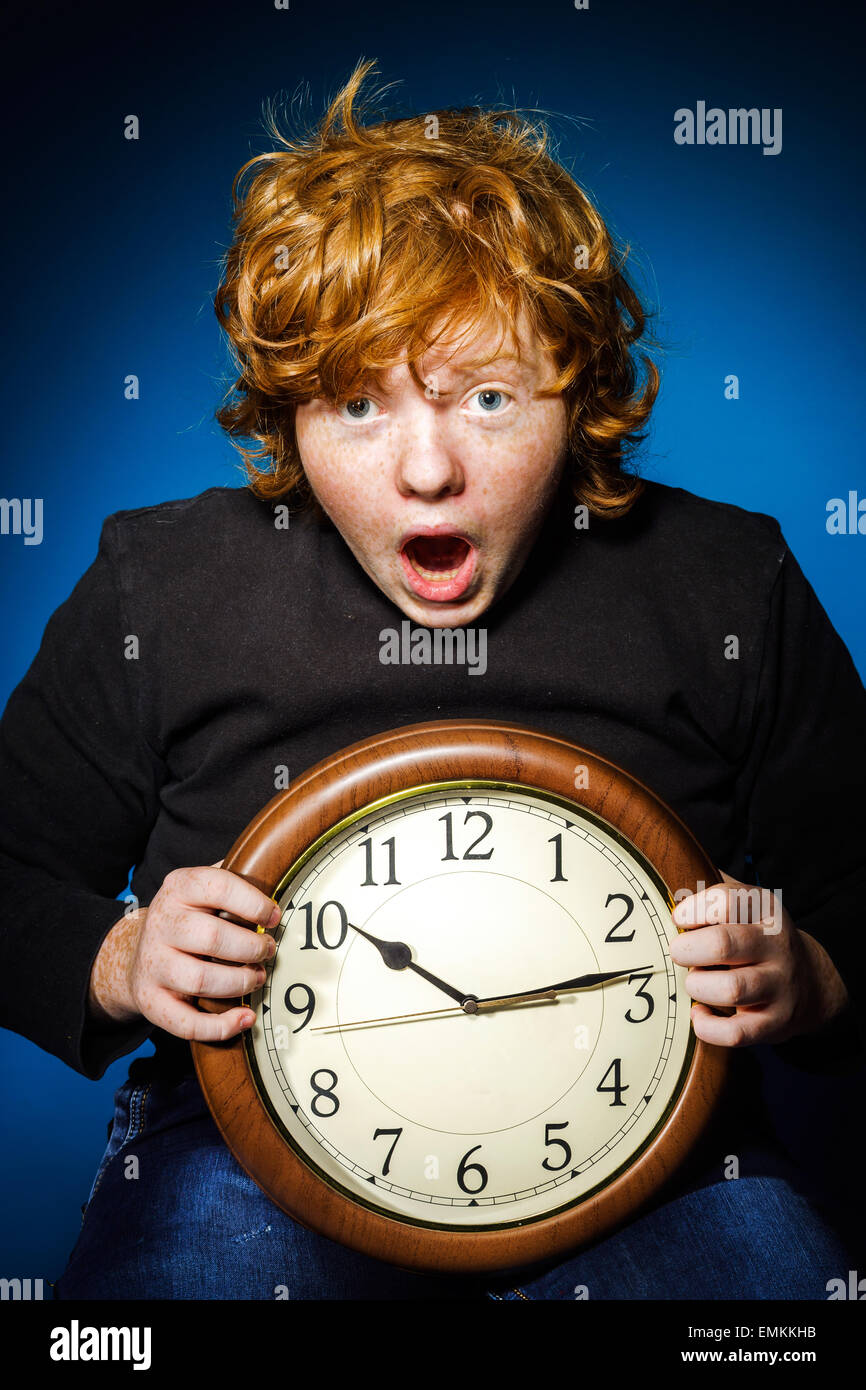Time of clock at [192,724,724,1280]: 10:13
